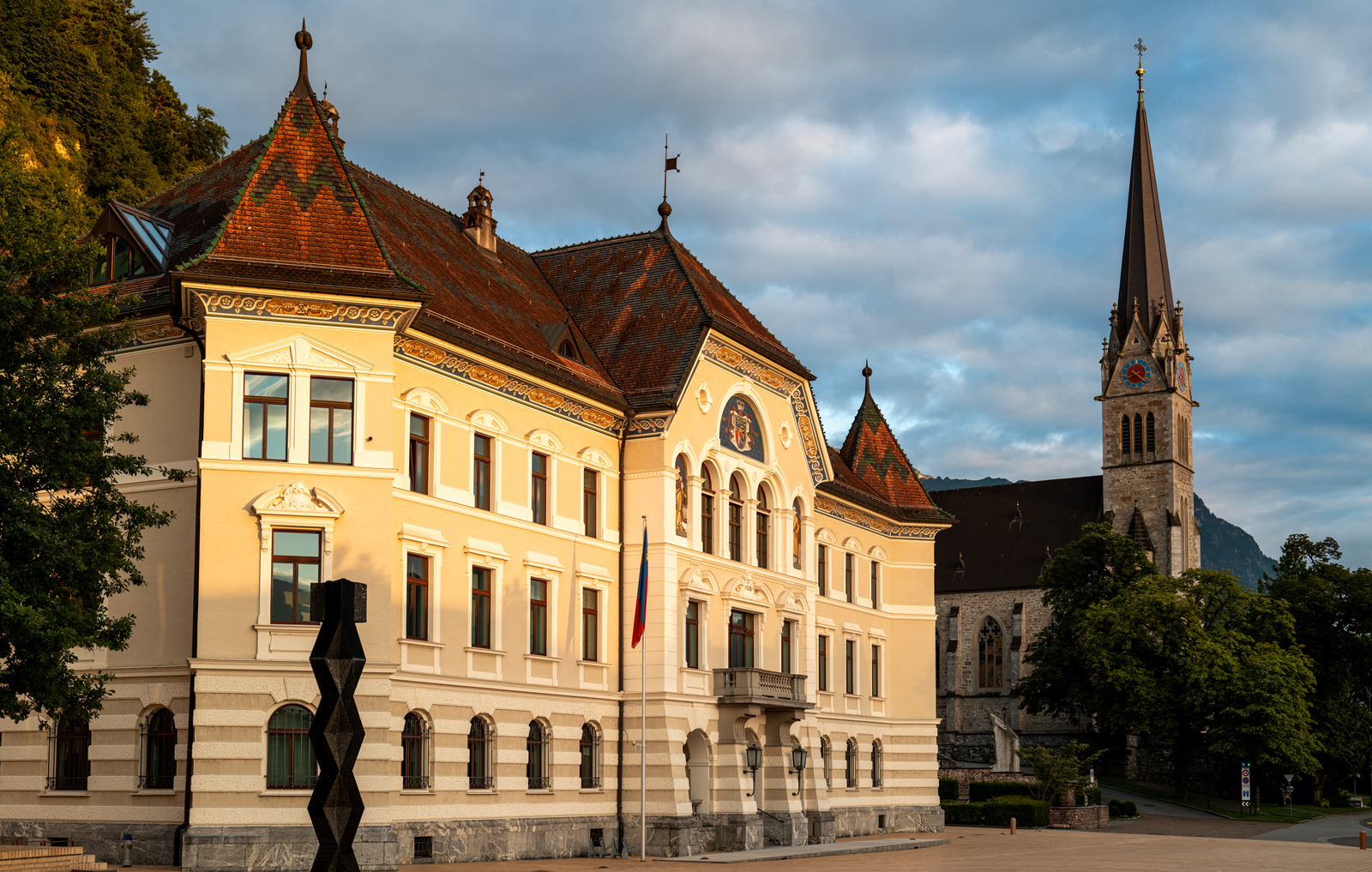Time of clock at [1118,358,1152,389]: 8:21
